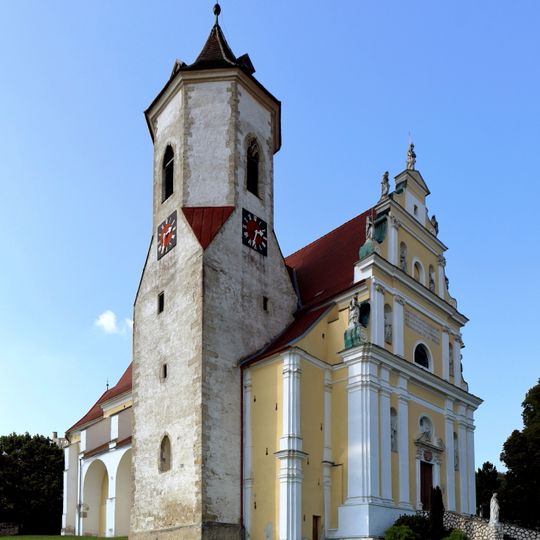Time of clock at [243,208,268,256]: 2:33
